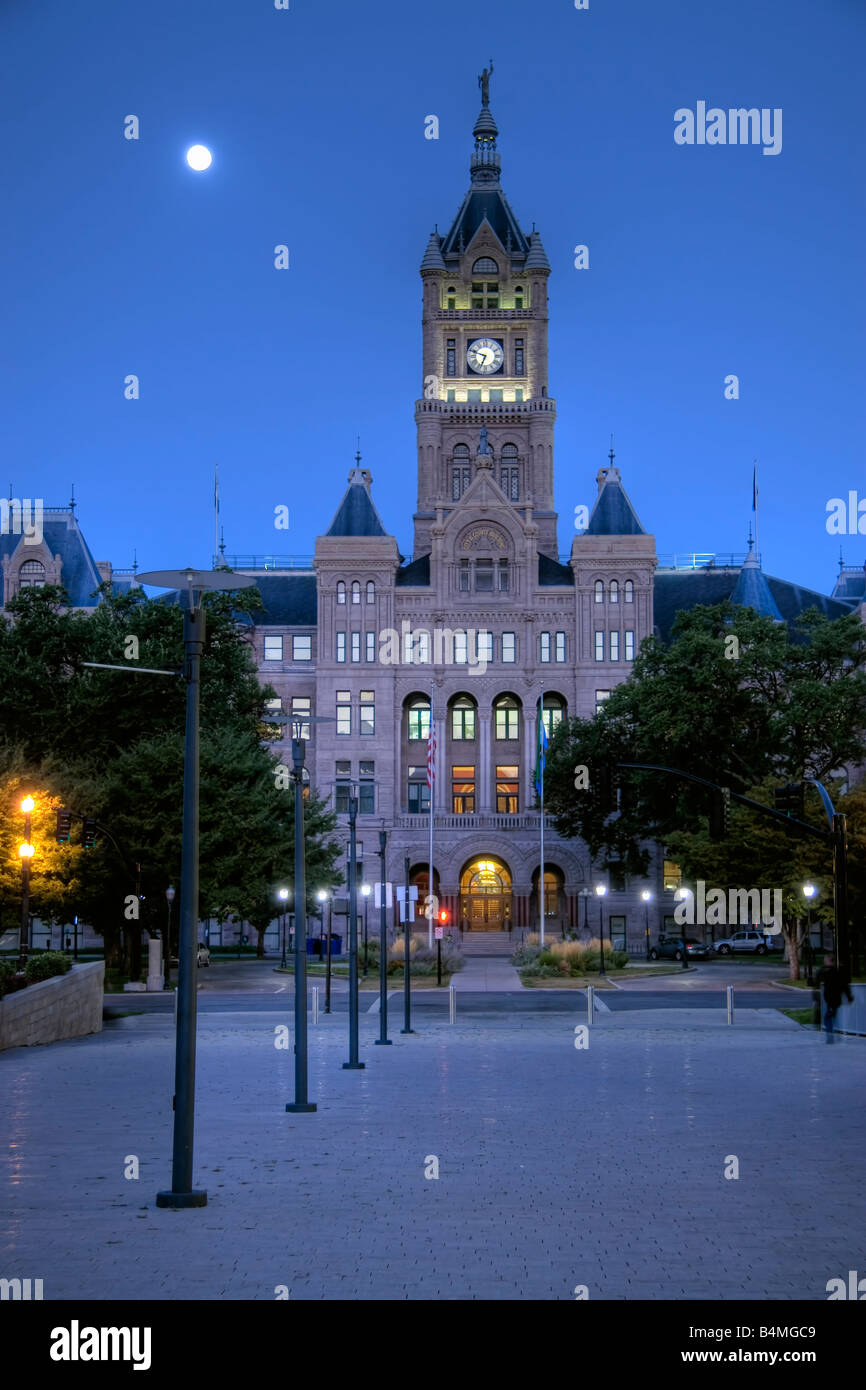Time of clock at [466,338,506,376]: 6:47
